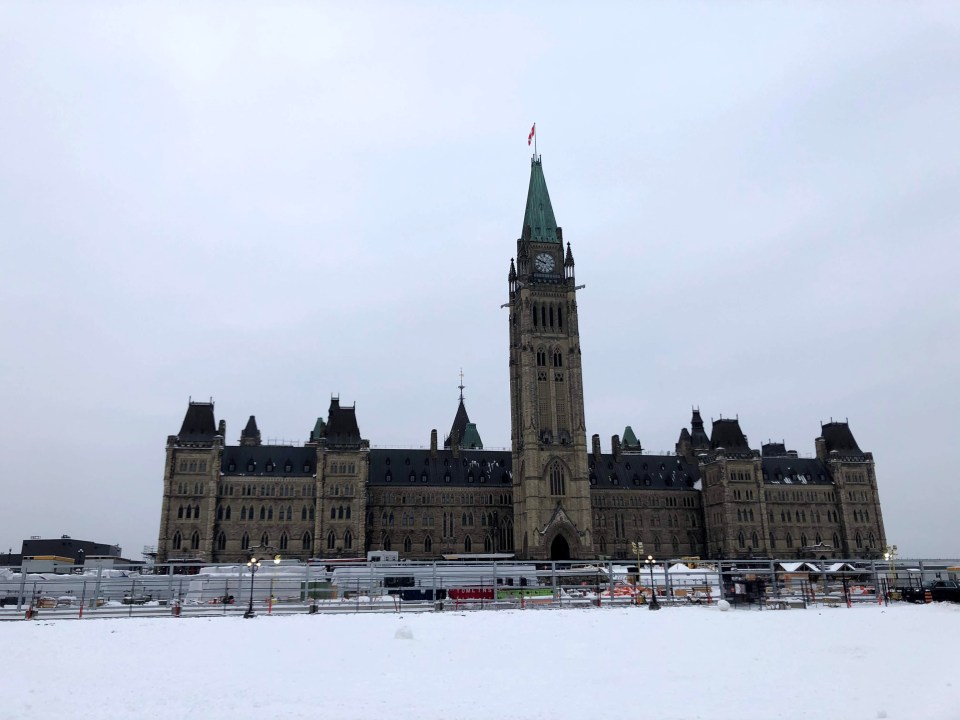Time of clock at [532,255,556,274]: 9:48
